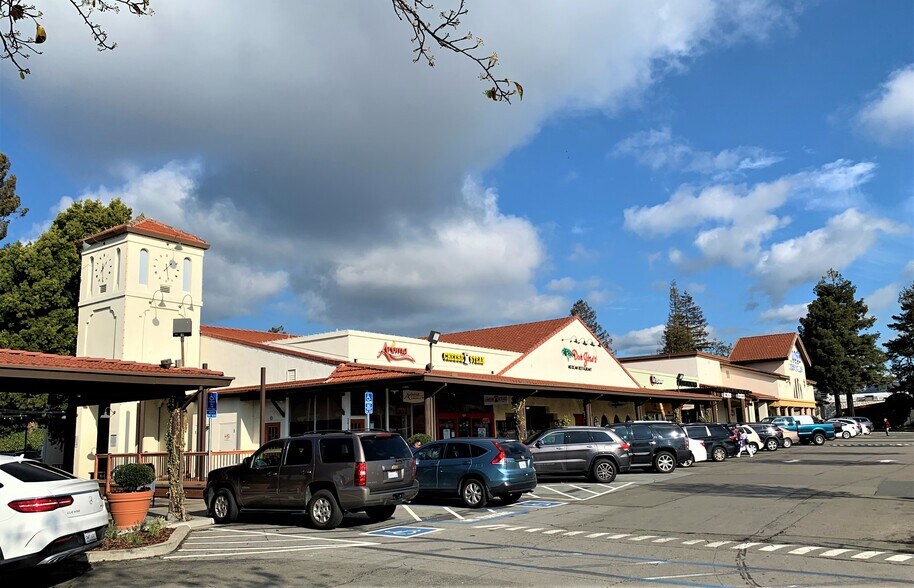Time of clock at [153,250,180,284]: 1:28
